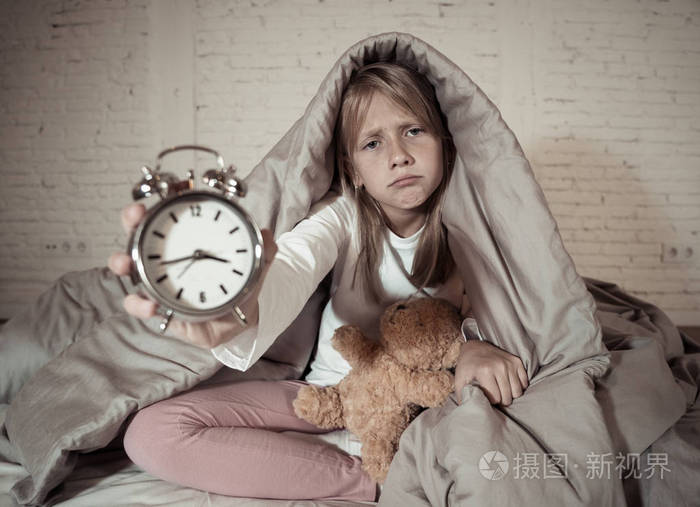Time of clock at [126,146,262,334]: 3:43
